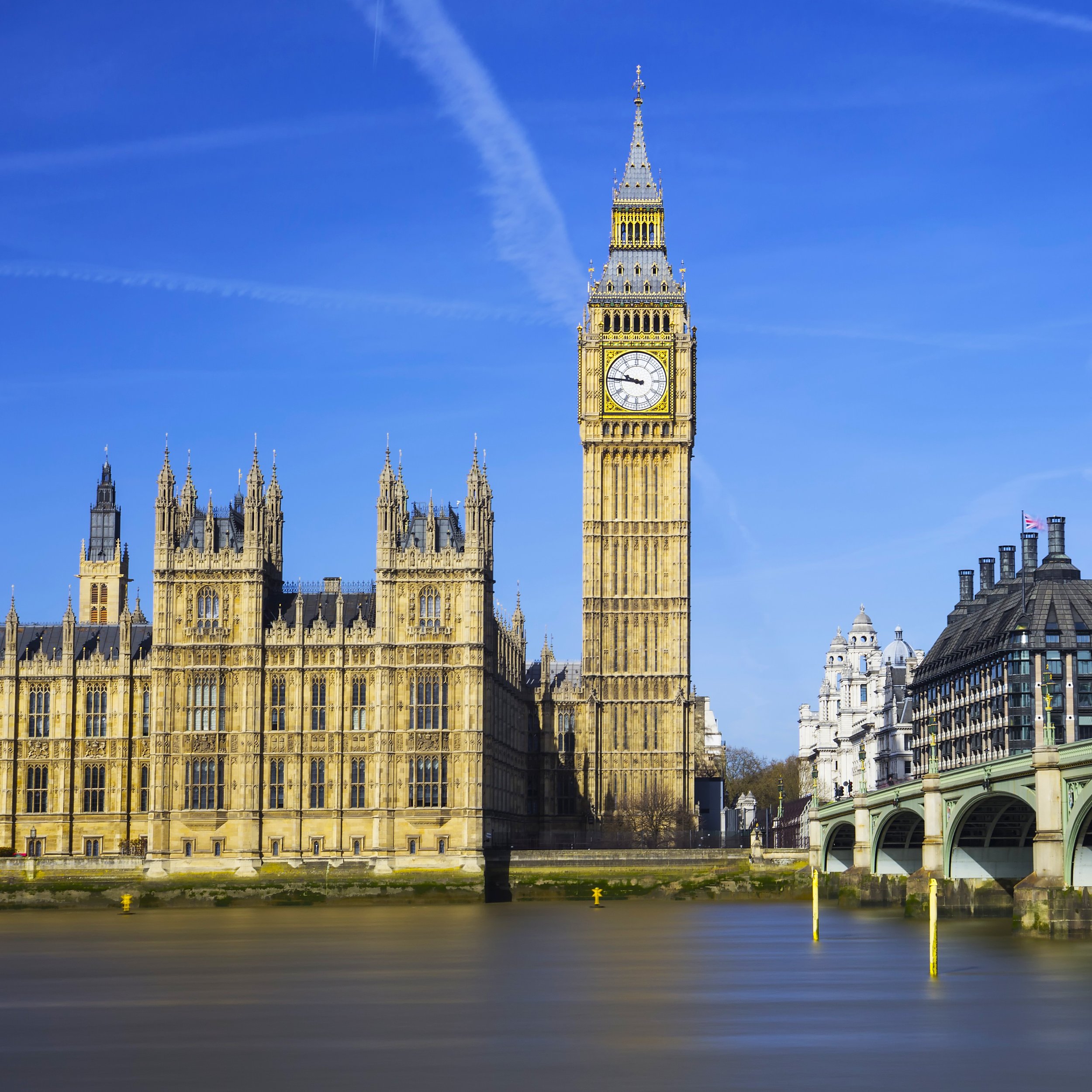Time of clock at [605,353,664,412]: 9:45
